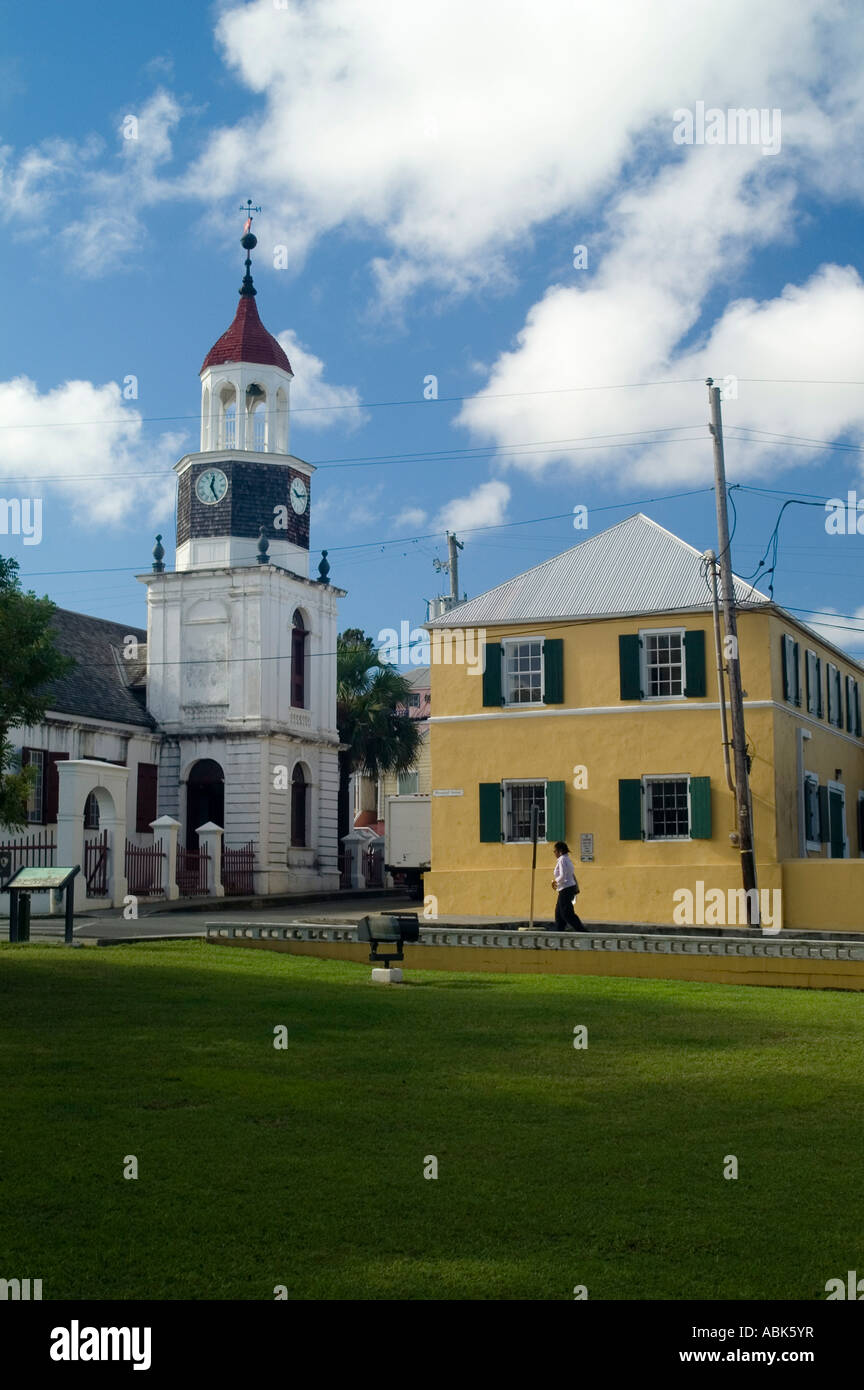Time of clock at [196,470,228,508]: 12:25
